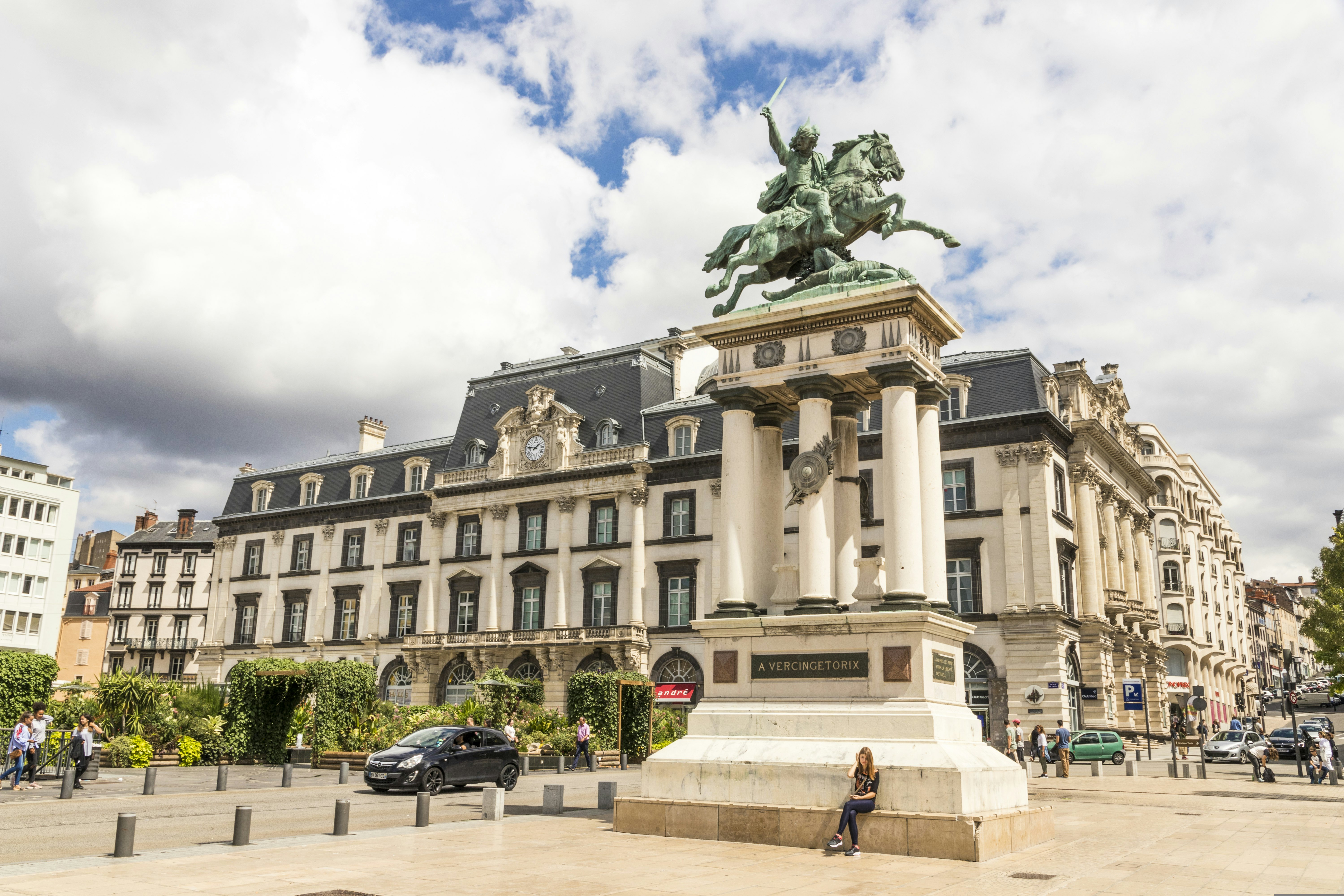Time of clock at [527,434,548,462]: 1:47
